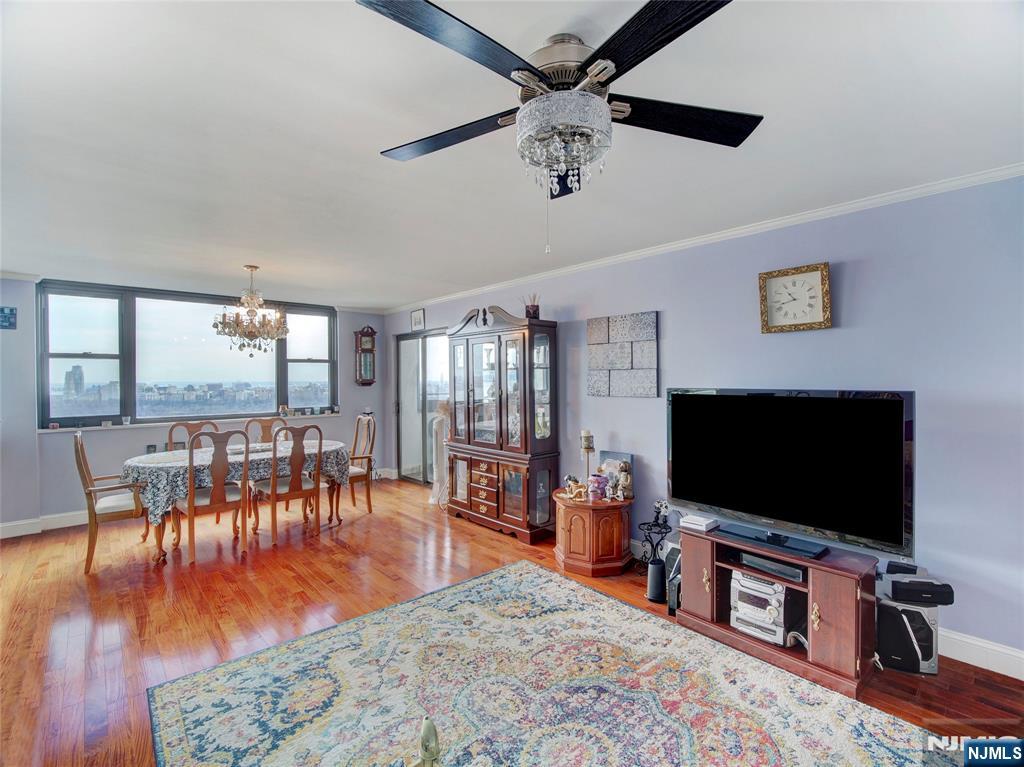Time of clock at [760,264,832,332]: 10:42
